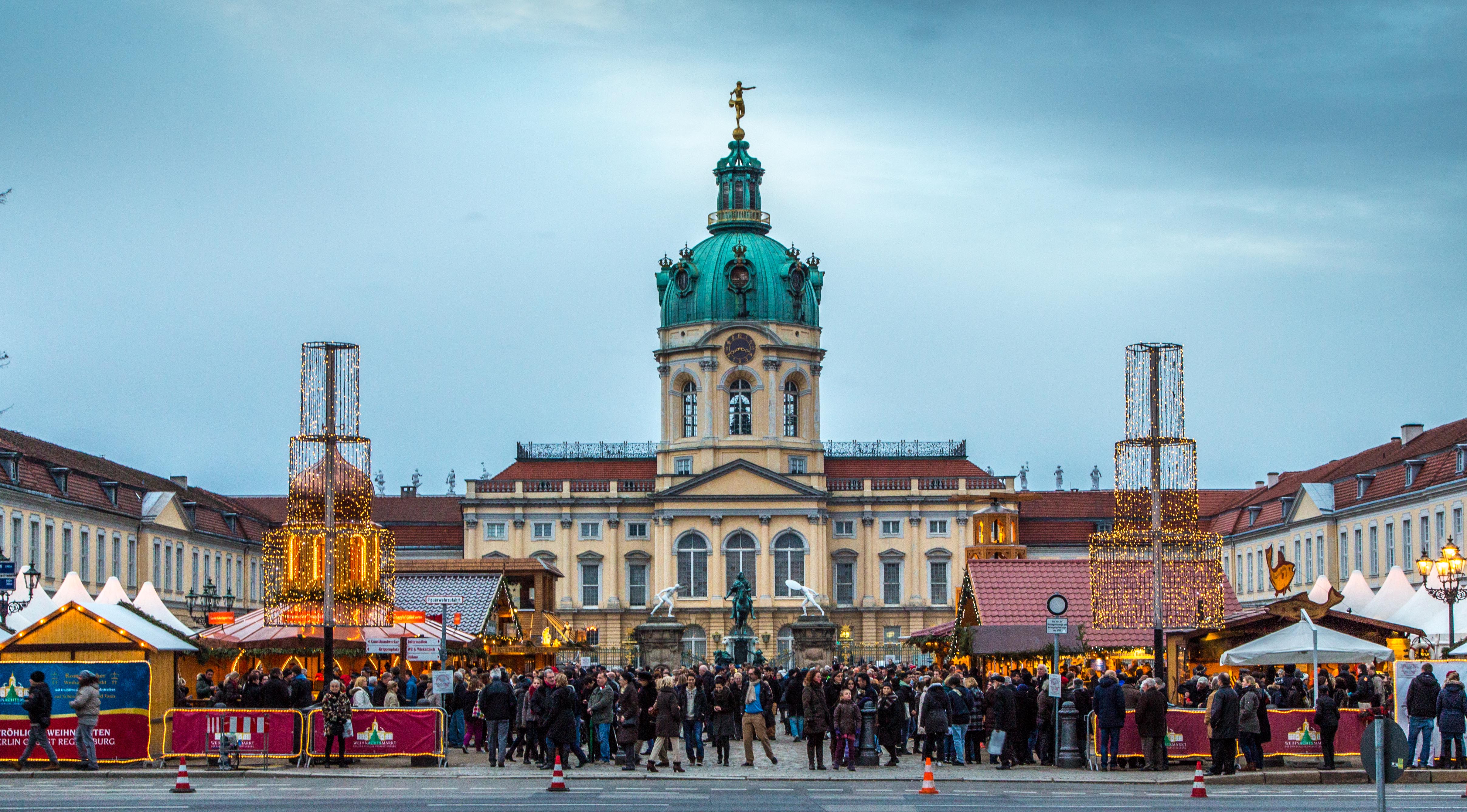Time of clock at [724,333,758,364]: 3:40
